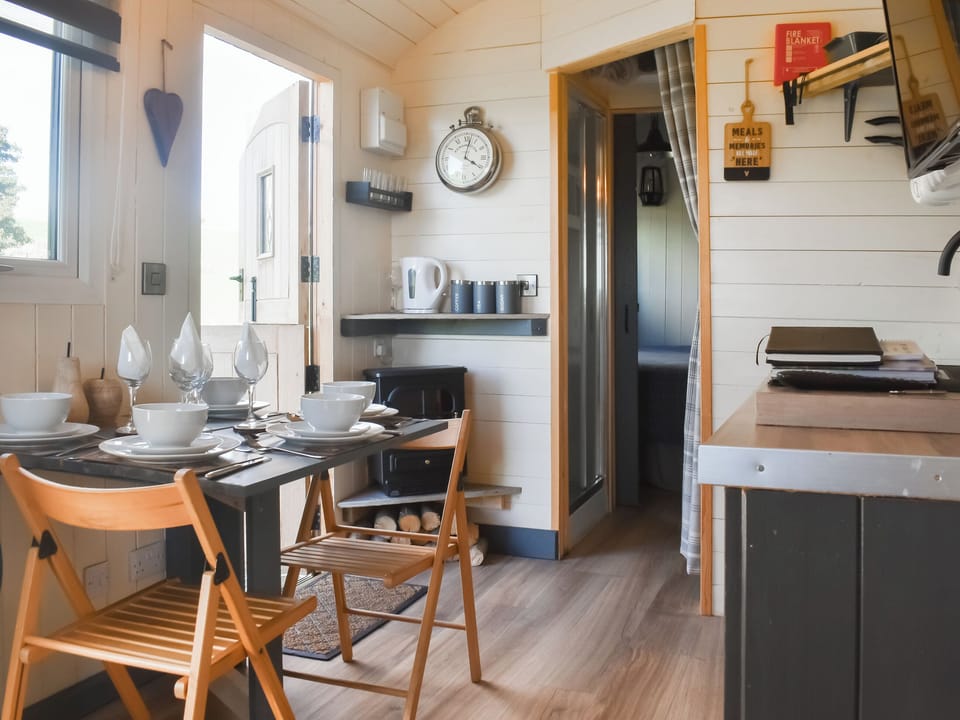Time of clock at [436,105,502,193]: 4:01
